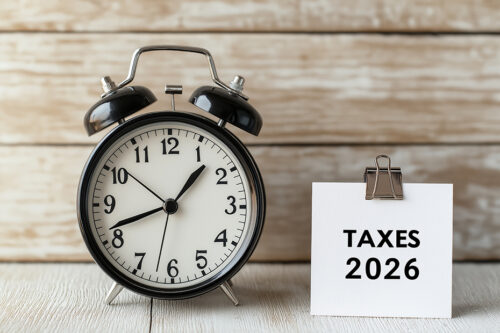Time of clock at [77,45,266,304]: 1:41
